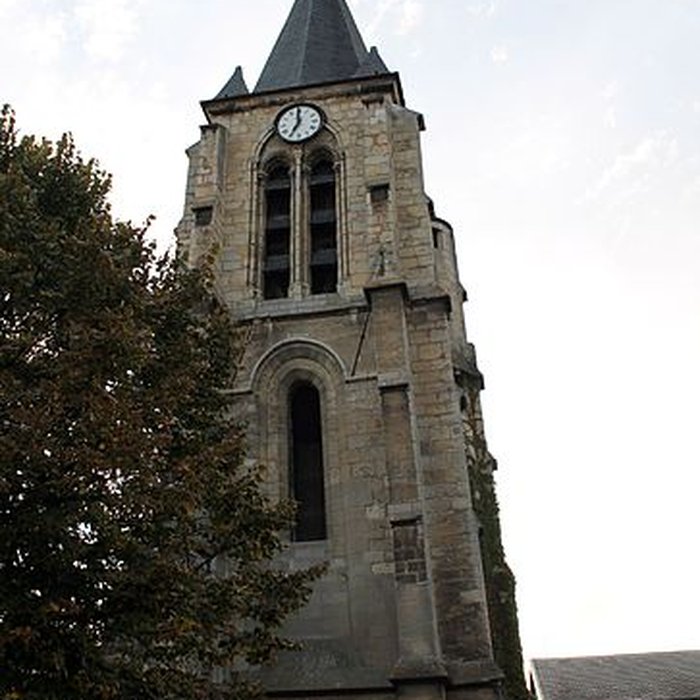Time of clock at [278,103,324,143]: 6:59
